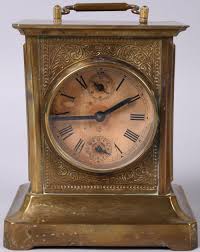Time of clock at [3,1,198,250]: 1:44
